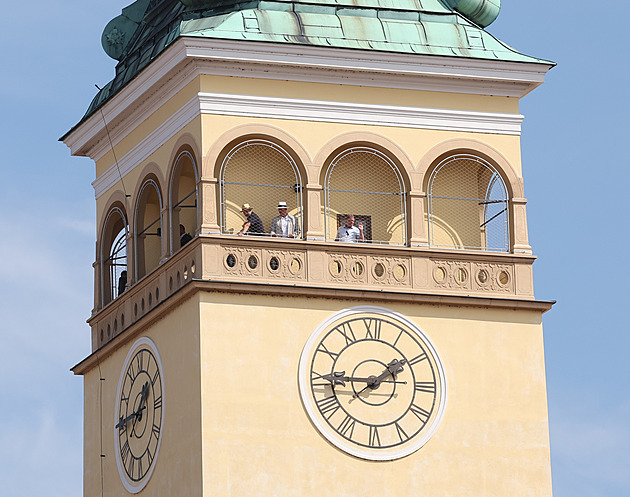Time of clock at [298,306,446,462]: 1:45
